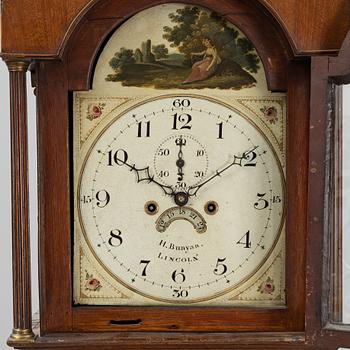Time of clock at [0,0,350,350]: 10:00
